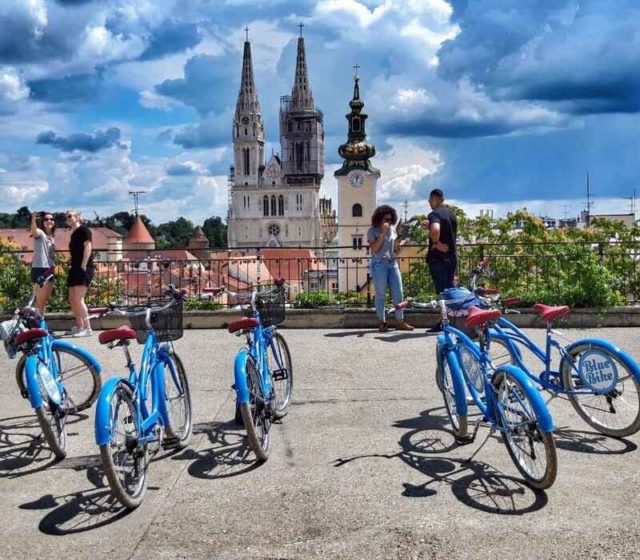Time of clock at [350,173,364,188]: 12:02
